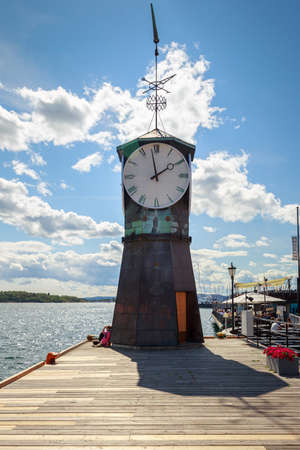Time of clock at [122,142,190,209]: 1:58
